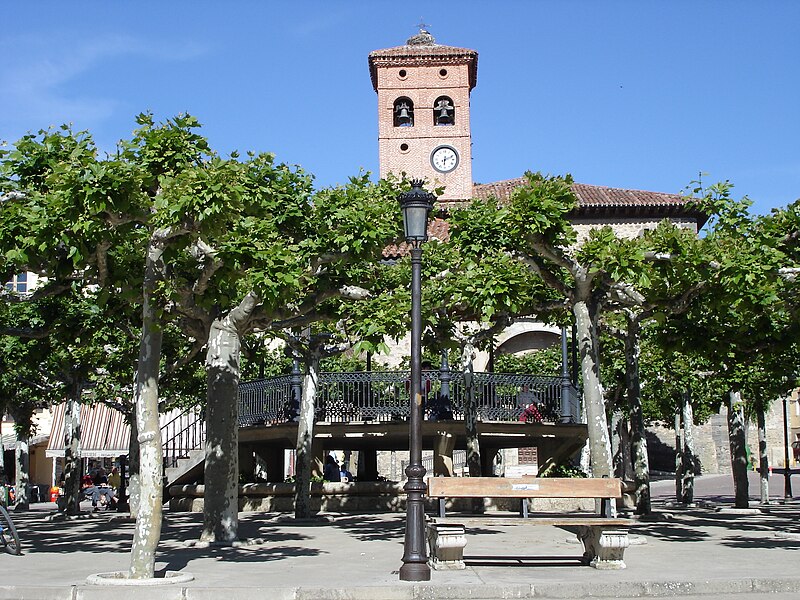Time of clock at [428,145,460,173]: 6:11
